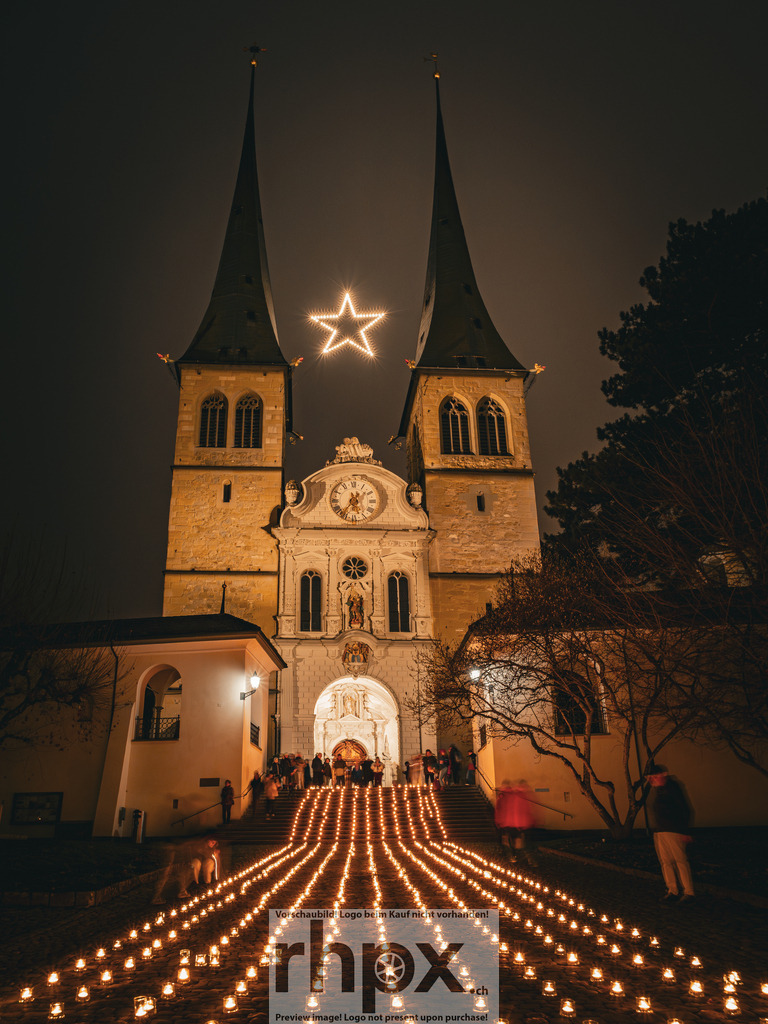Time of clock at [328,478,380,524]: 1:36
